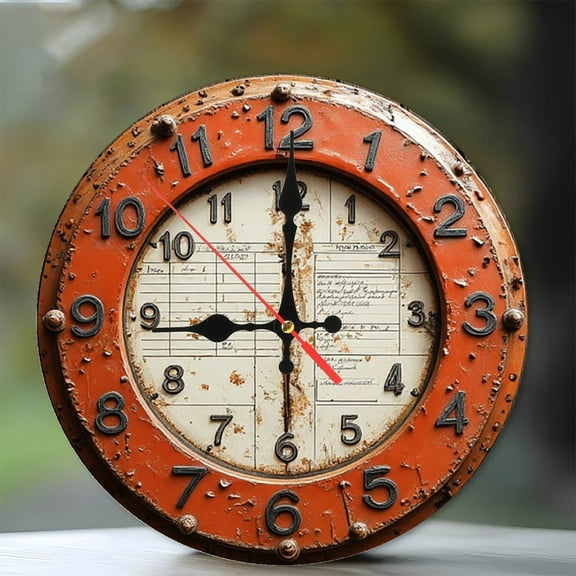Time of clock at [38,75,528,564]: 9:00
